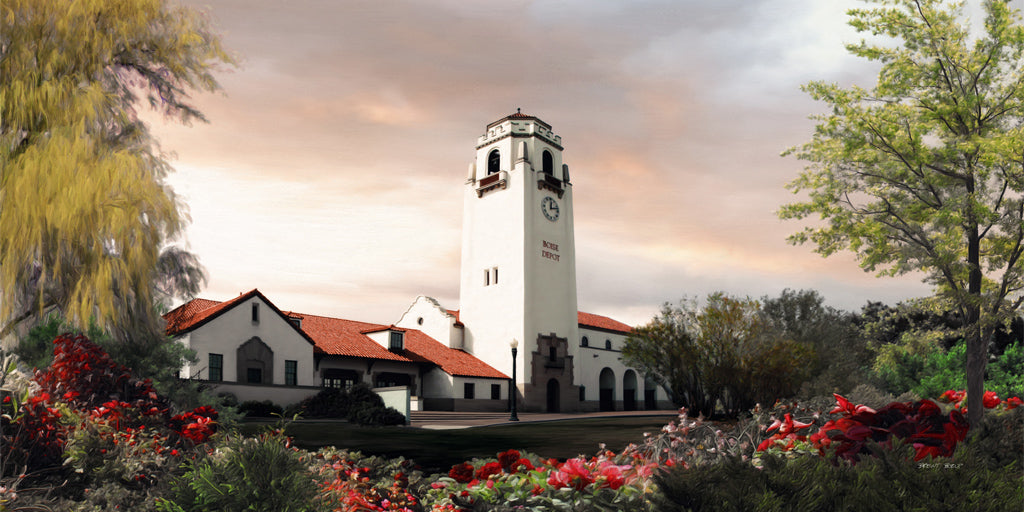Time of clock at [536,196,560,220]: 12:12
